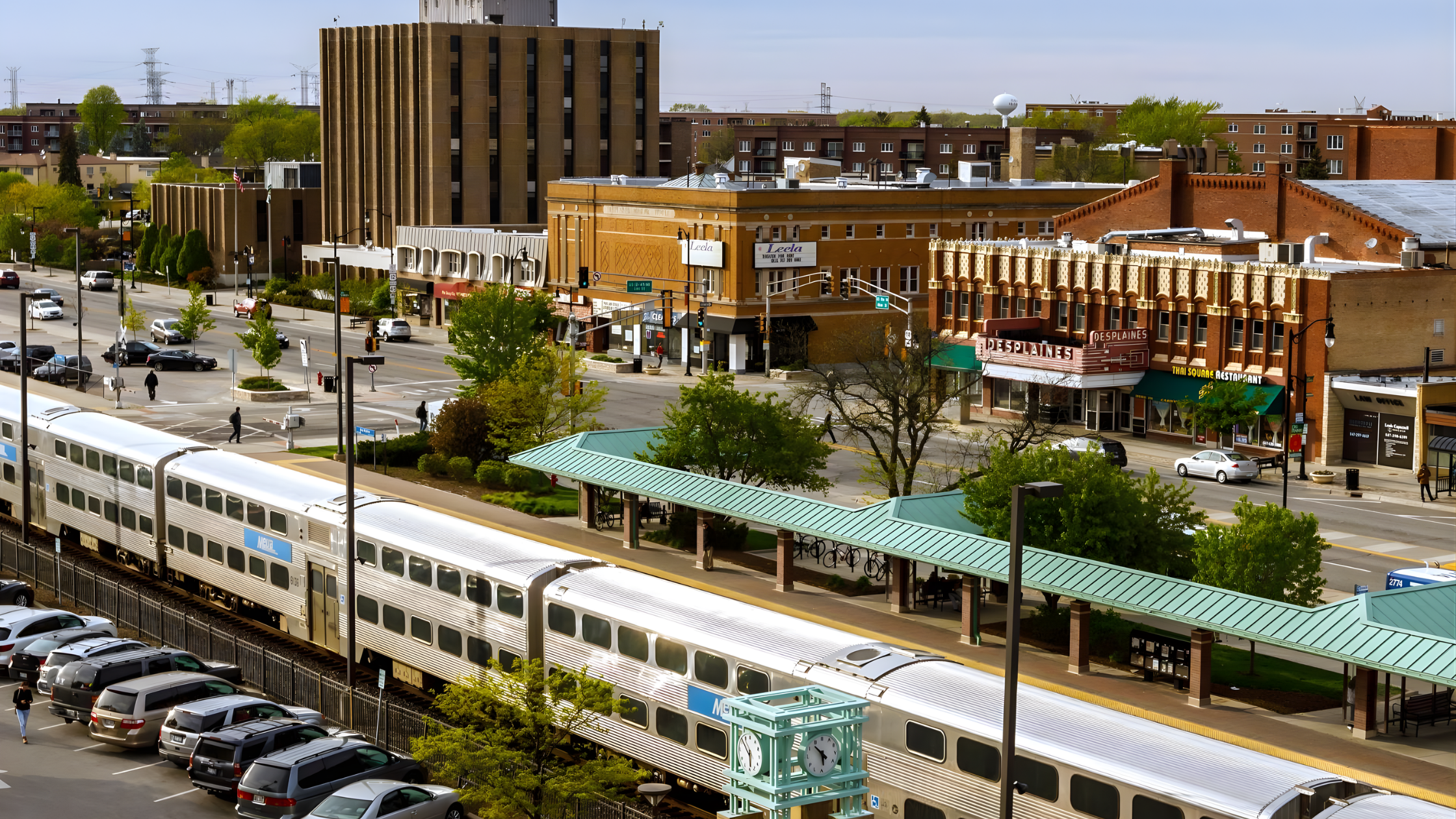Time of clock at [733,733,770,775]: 5:51
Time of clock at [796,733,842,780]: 5:52
